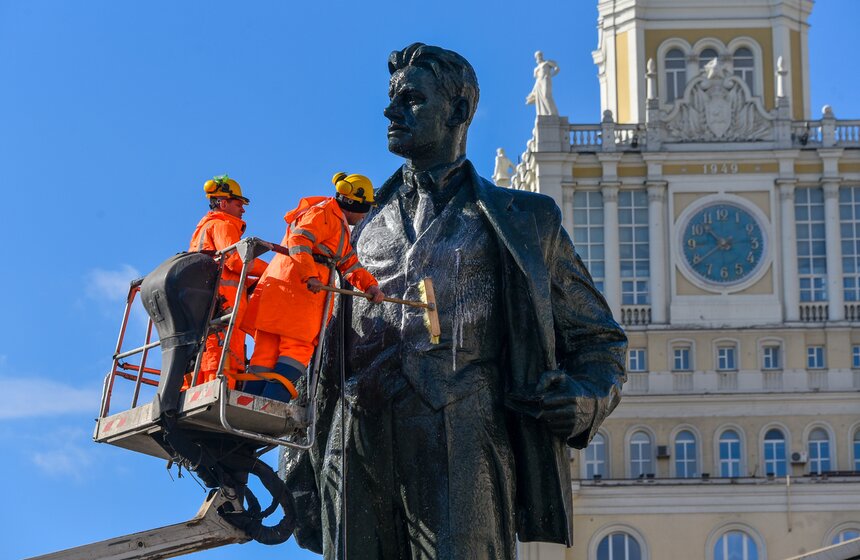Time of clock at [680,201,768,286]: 10:39
